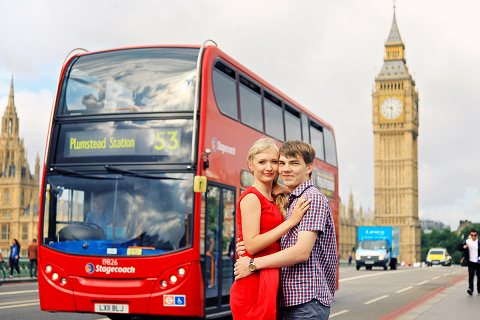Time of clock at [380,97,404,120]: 9:30
